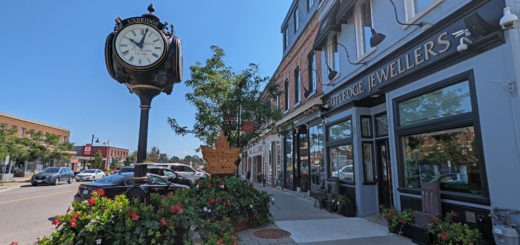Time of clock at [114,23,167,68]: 10:02
